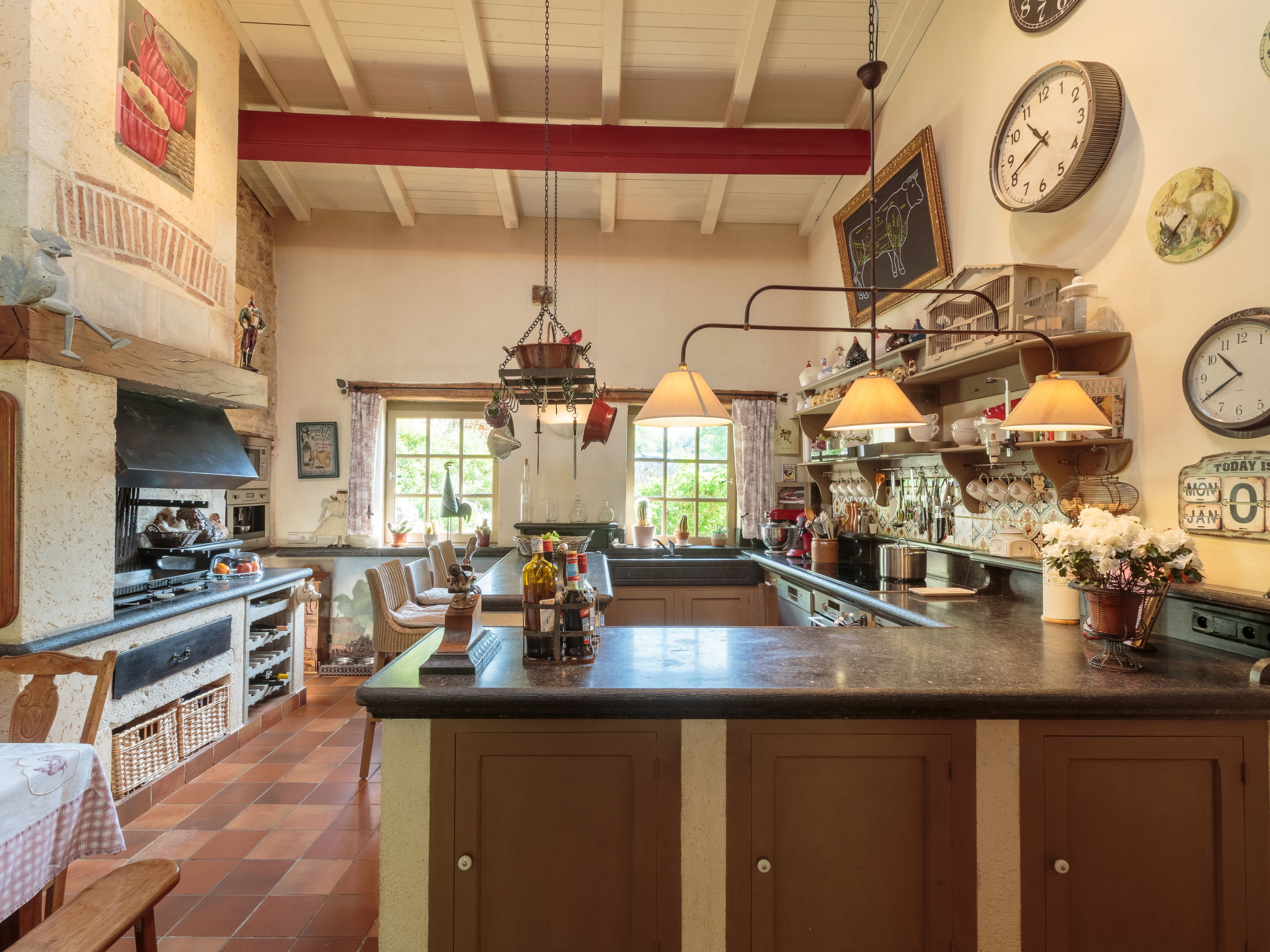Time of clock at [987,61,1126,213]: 10:41
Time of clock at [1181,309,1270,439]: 10:39
